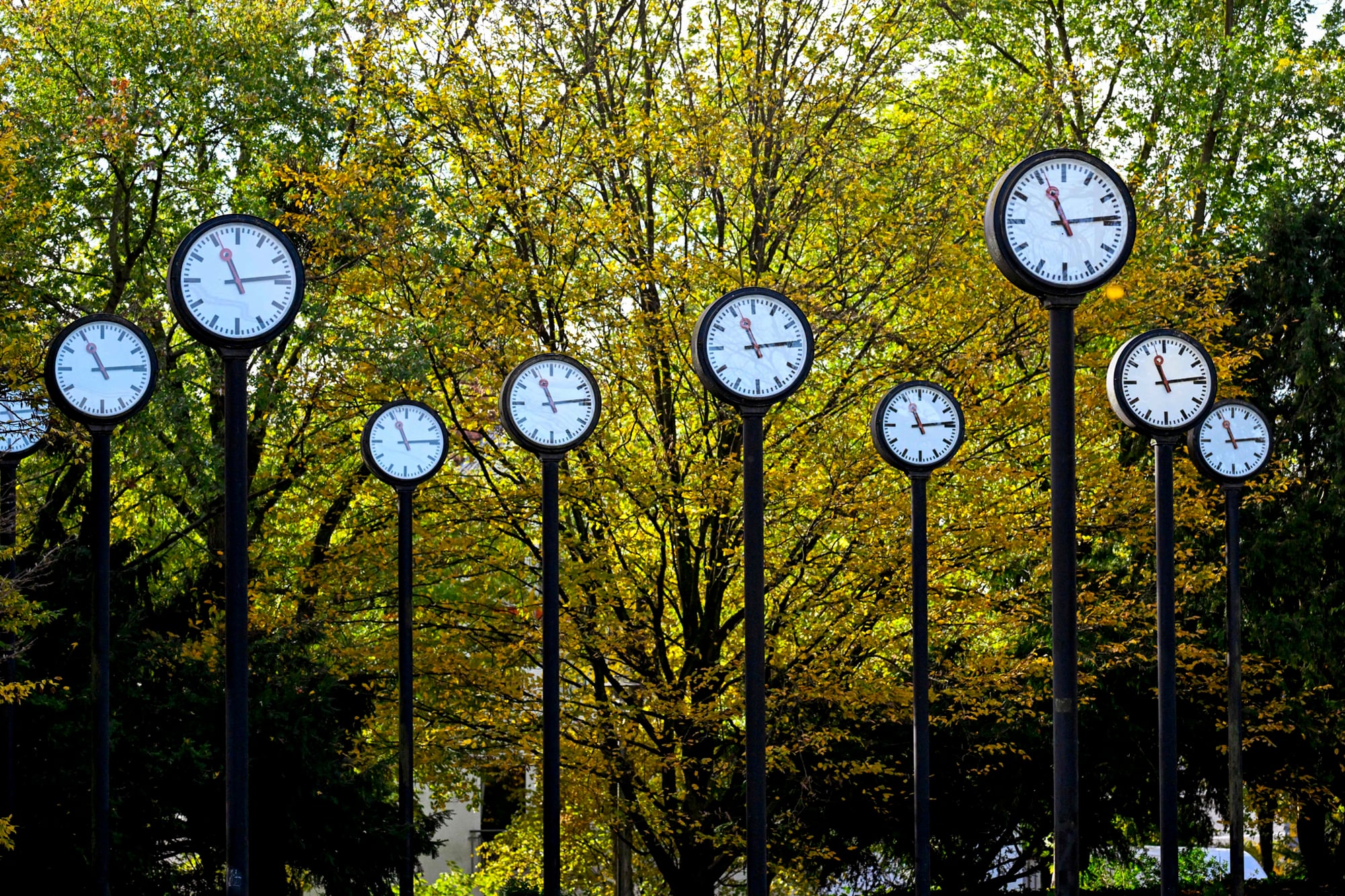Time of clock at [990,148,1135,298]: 11:13
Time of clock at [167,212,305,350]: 11:13
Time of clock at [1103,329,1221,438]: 11:13
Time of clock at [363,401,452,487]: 11:14
